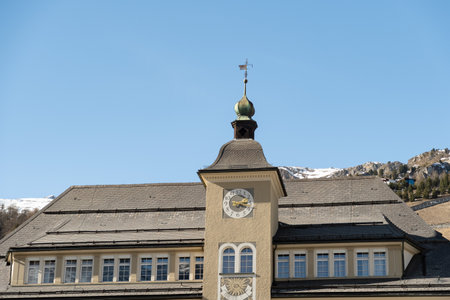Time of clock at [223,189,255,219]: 2:18
